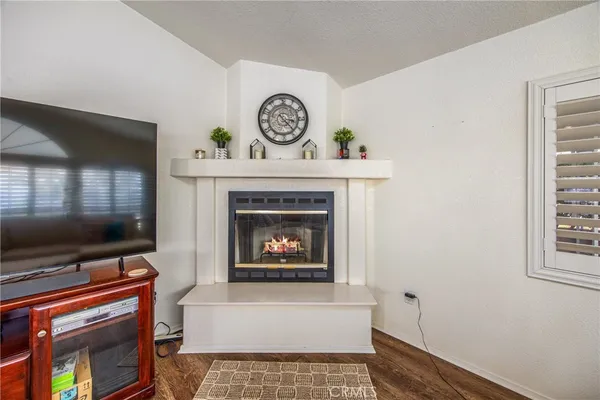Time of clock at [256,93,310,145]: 3:23
